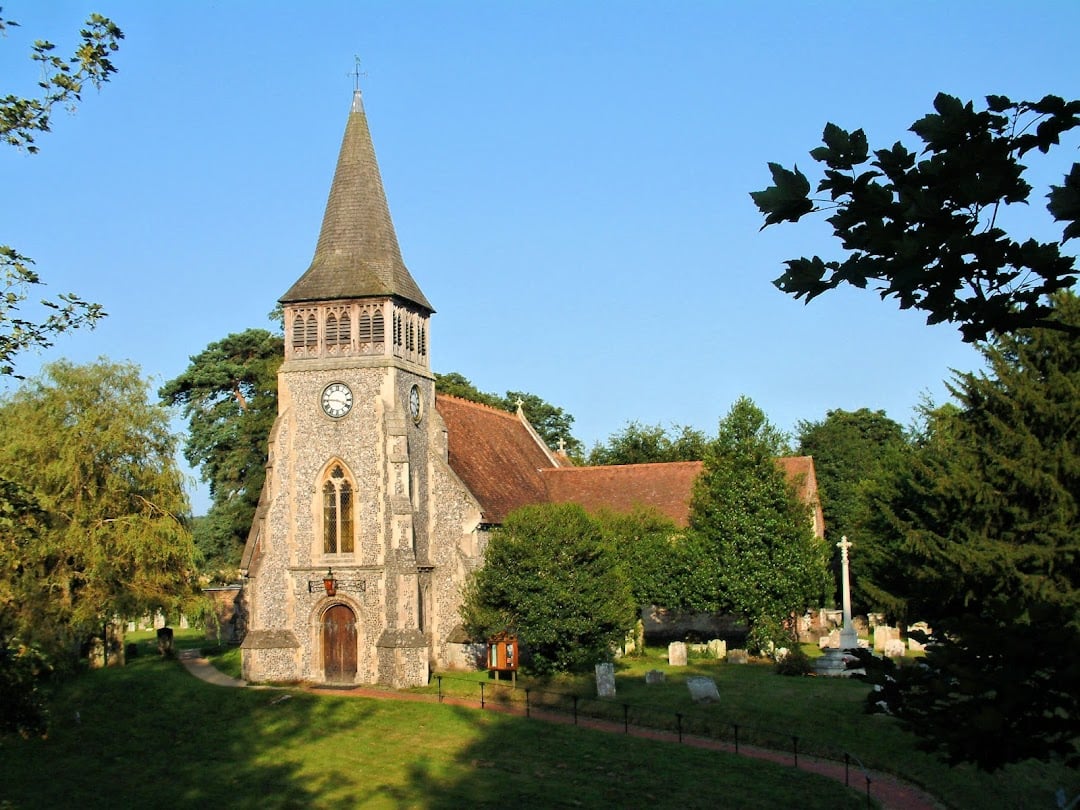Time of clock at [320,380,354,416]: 3:45
